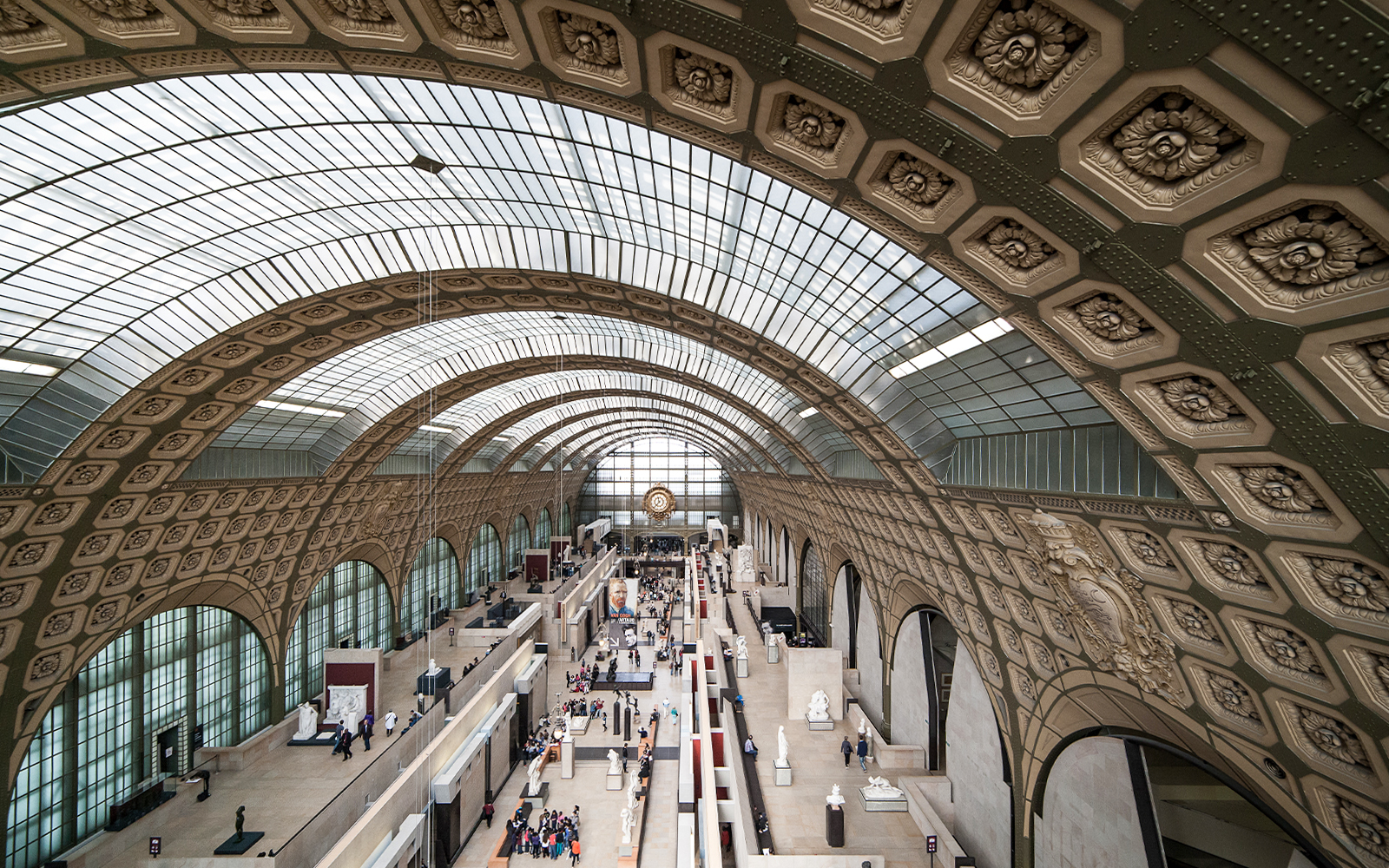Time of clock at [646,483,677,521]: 11:37
